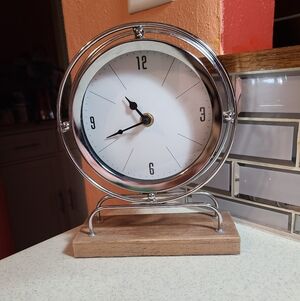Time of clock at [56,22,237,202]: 10:41
